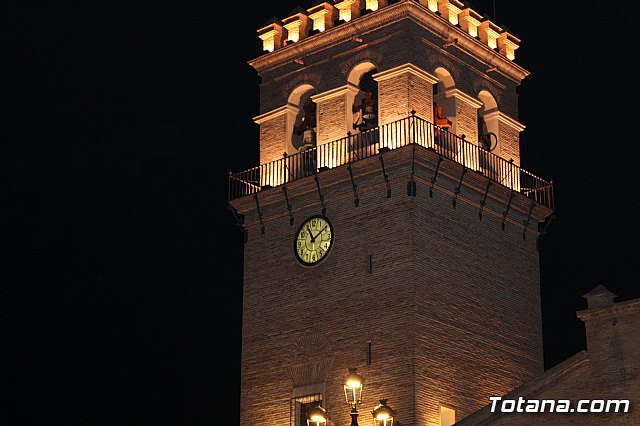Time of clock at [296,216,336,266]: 11:09
